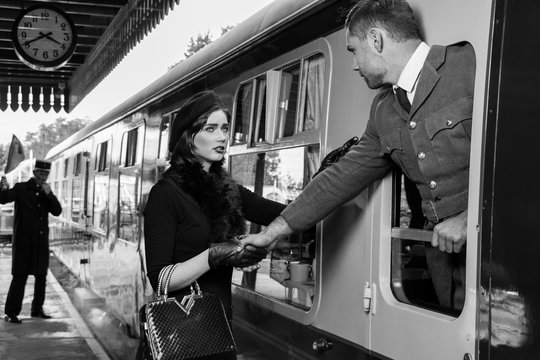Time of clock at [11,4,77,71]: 3:40
